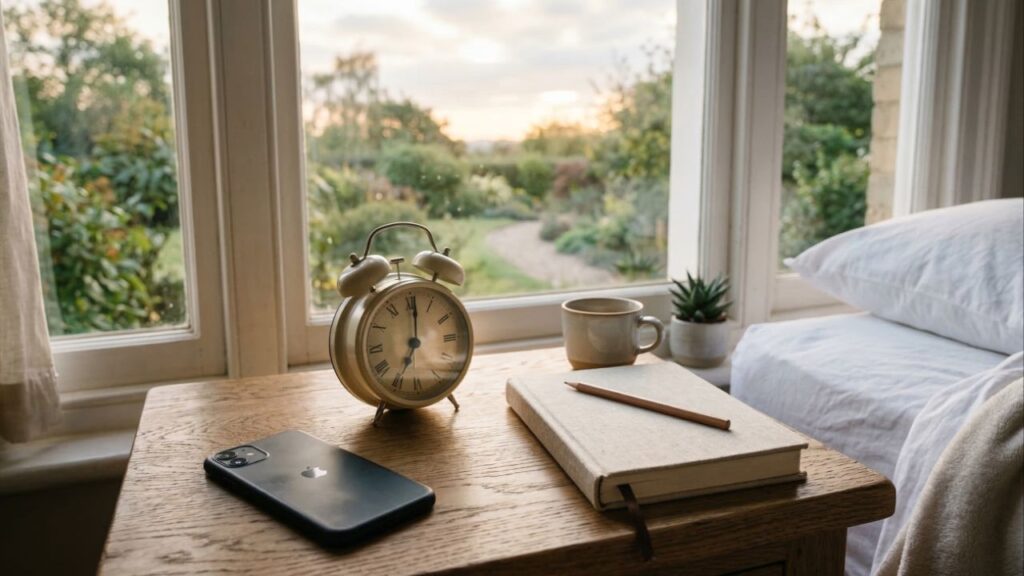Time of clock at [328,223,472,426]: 7:01
